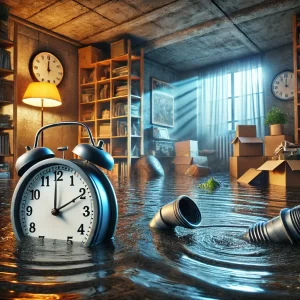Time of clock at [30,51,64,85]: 12:00
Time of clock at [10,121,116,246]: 2:00
